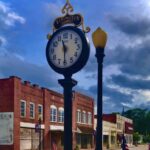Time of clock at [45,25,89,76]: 11:30
